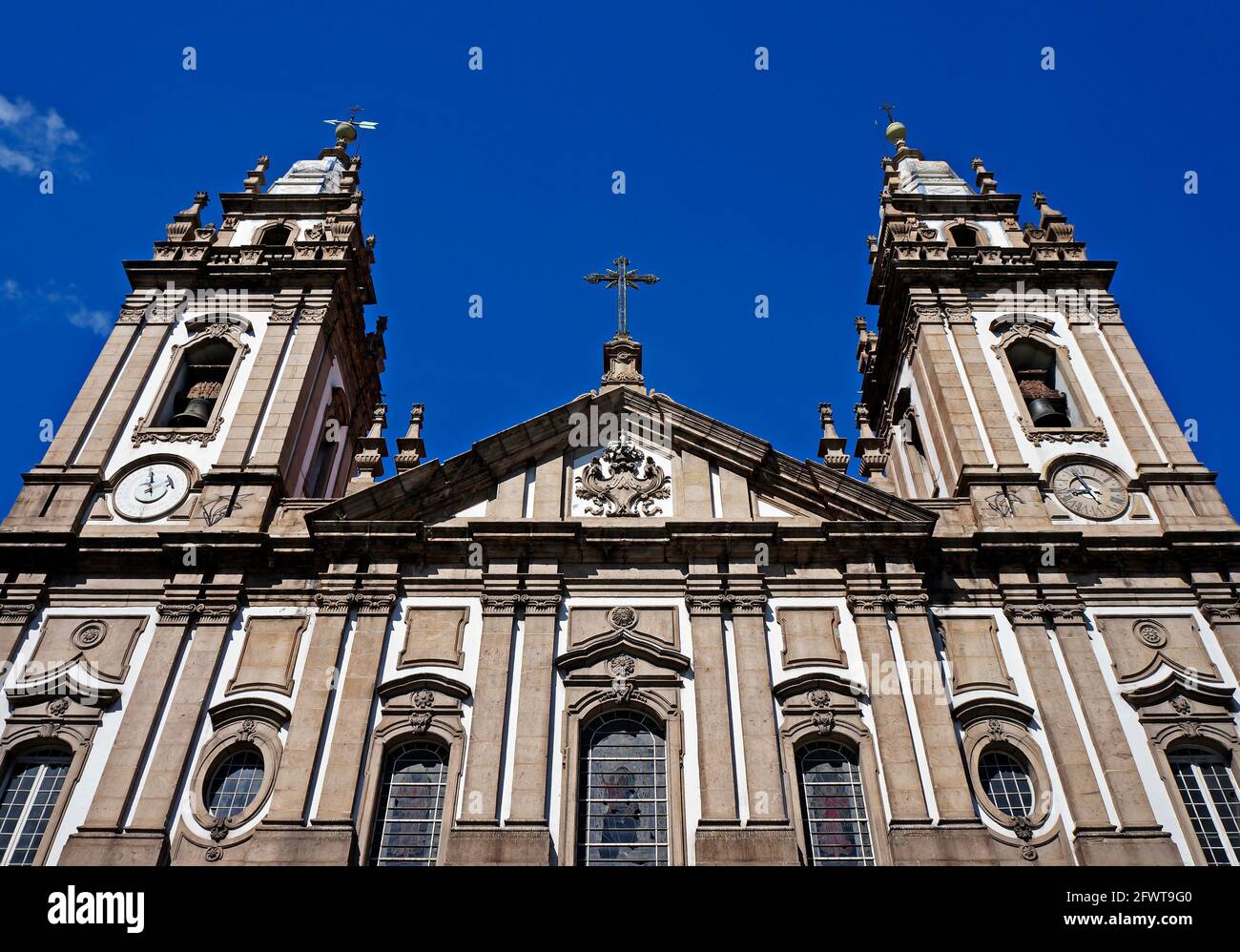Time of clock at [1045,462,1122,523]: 7:54
